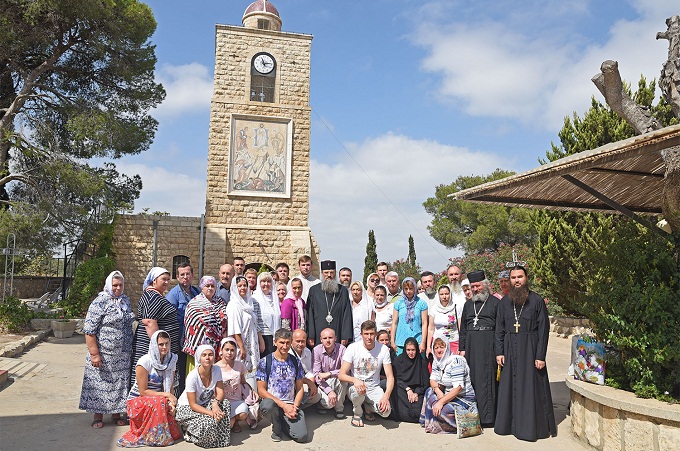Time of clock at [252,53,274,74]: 11:13
